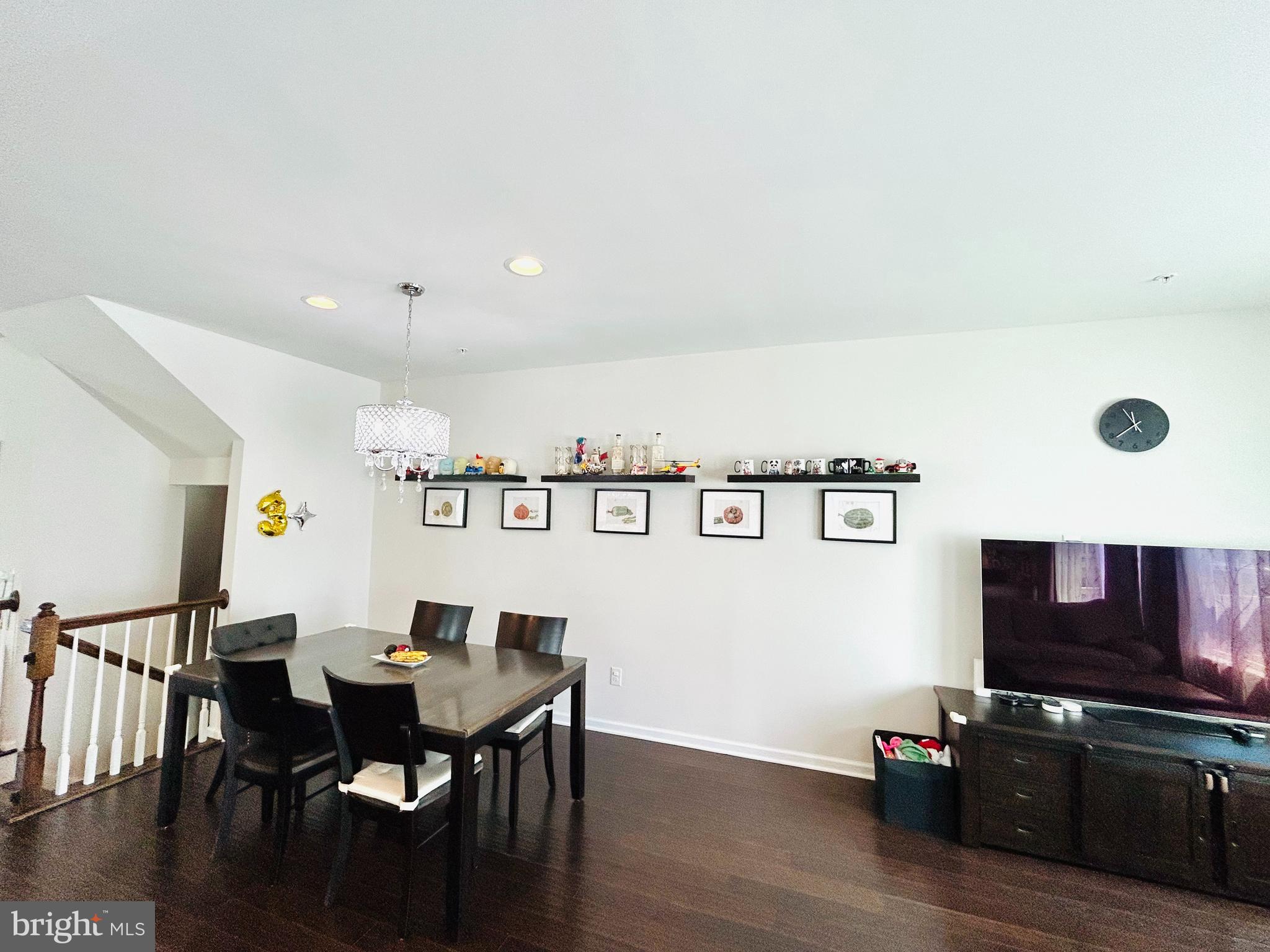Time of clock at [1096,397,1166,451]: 11:38
